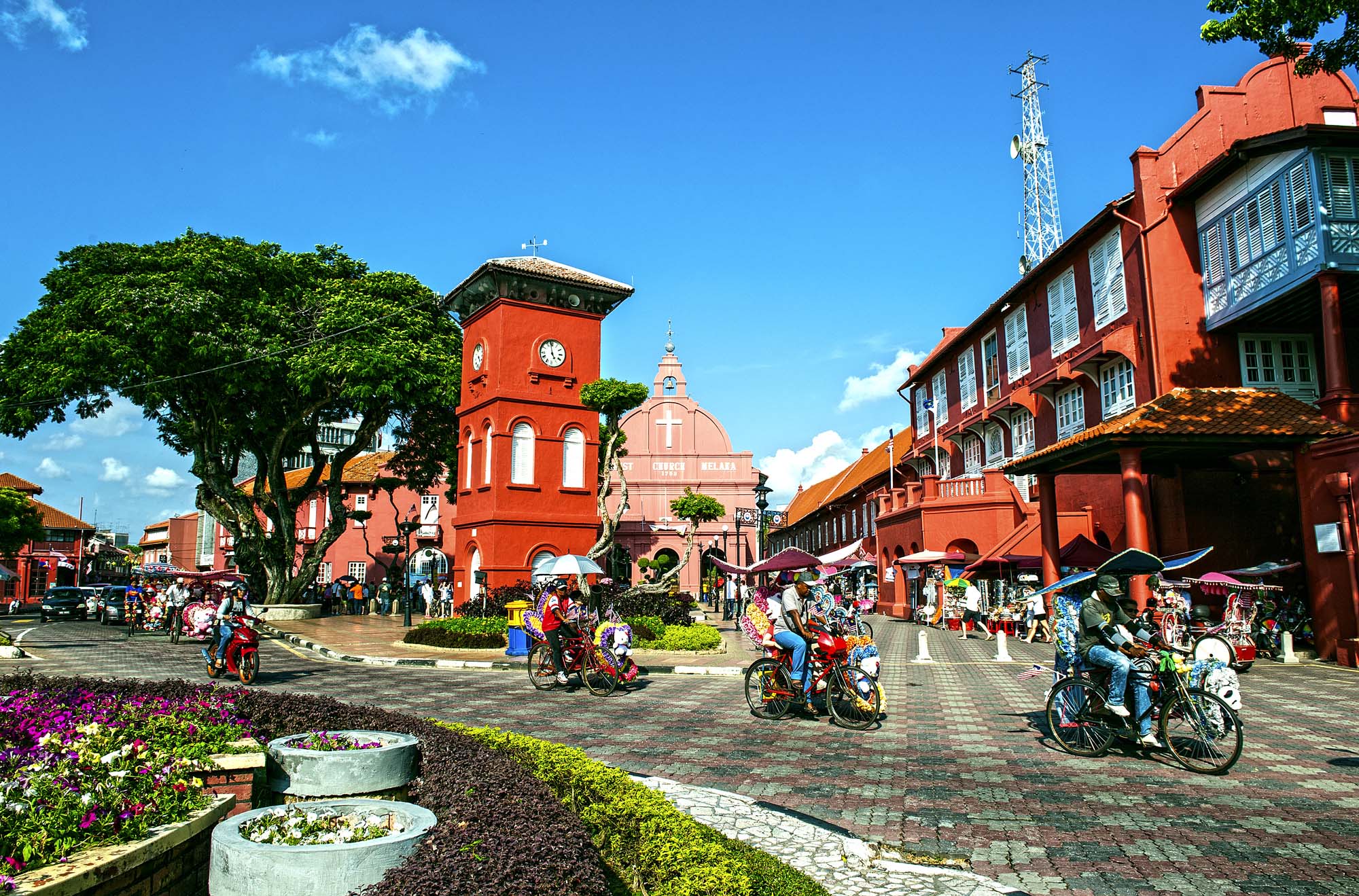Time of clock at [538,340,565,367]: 4:58
